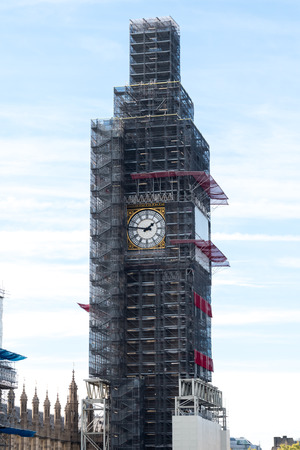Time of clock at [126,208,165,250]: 1:46
